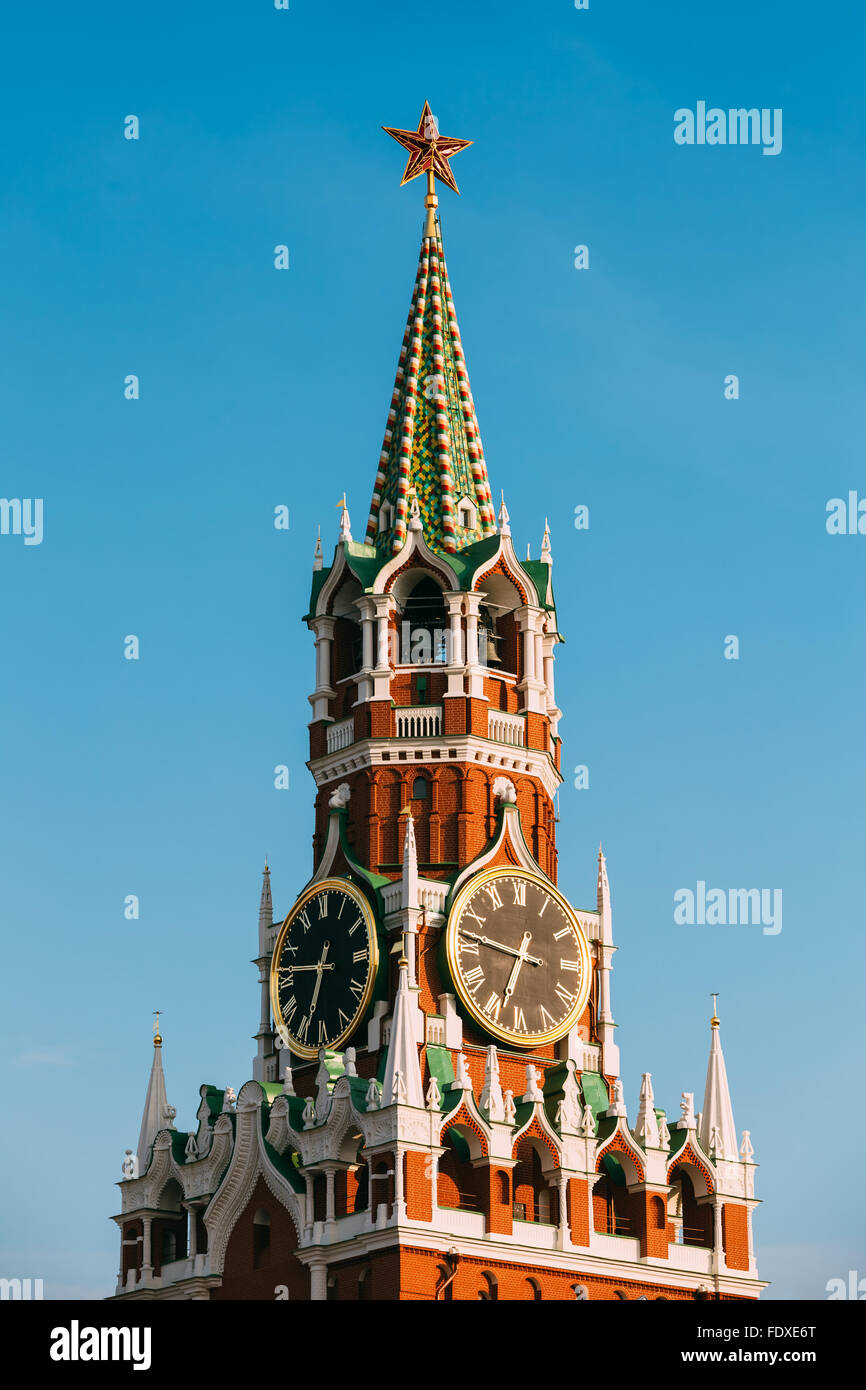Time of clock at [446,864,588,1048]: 6:46
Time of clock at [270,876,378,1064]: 6:46
